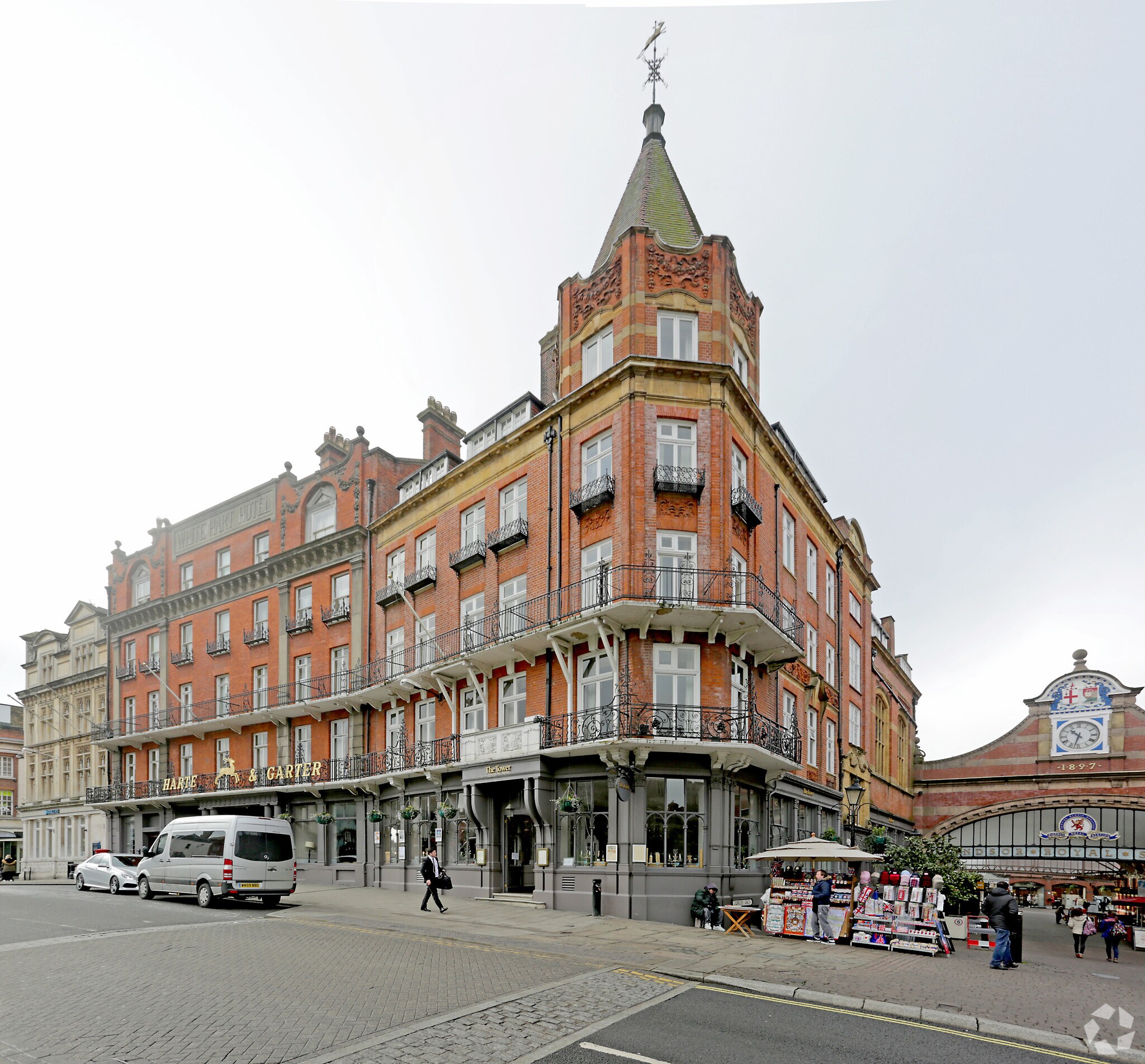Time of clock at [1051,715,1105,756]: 10:32
